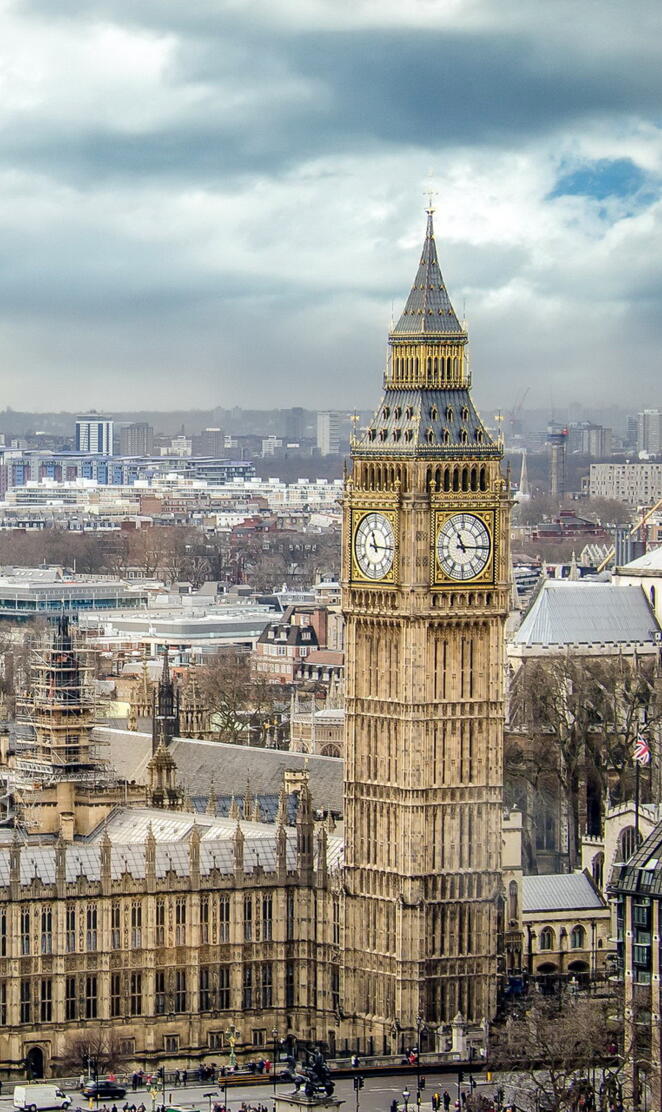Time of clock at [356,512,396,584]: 11:15
